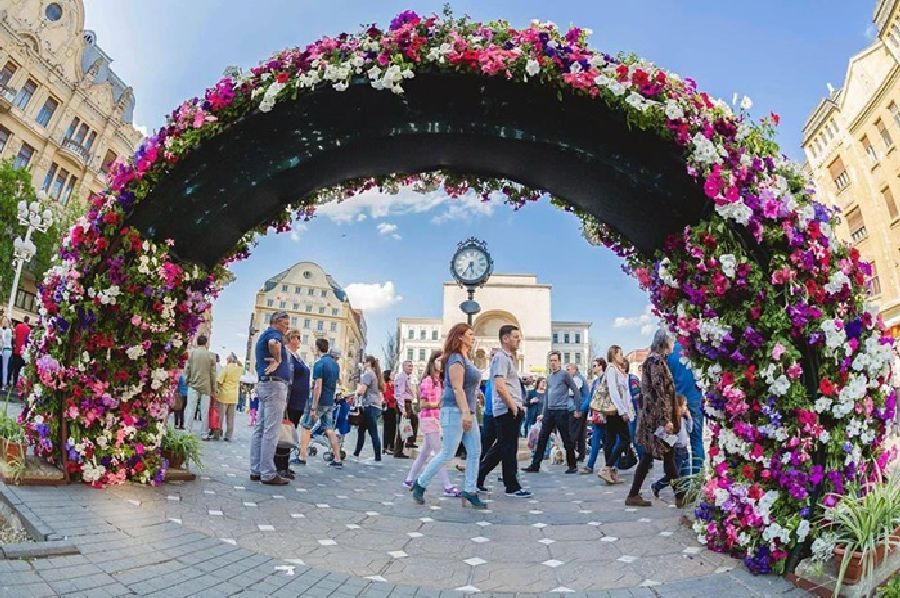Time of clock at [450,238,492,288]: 5:35
